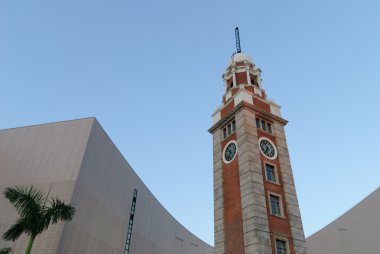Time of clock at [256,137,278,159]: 6:54
